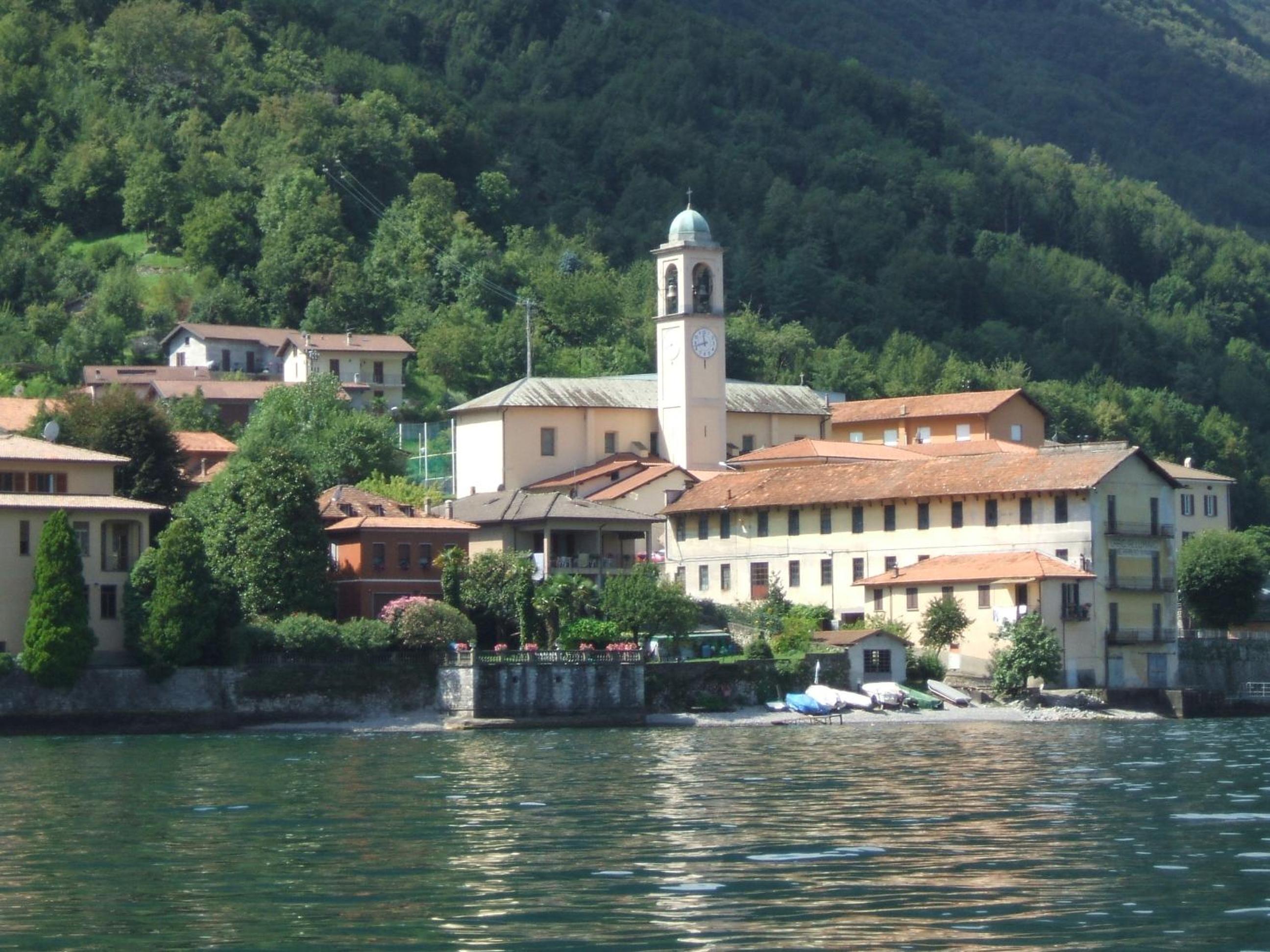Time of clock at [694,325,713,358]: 11:42
